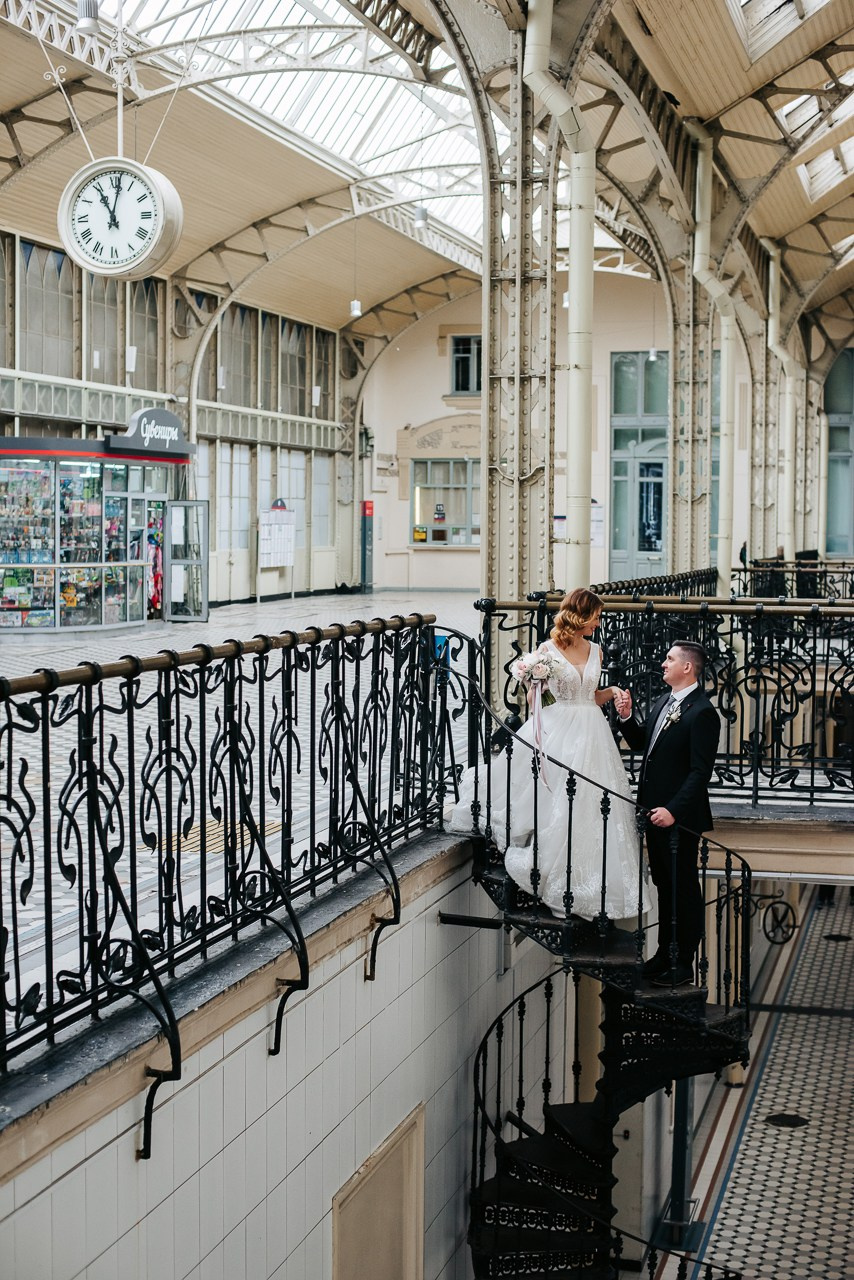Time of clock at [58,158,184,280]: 11:01
